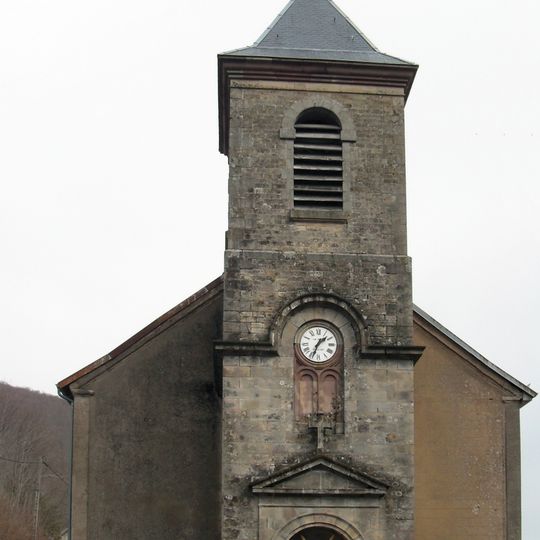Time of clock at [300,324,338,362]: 1:33
